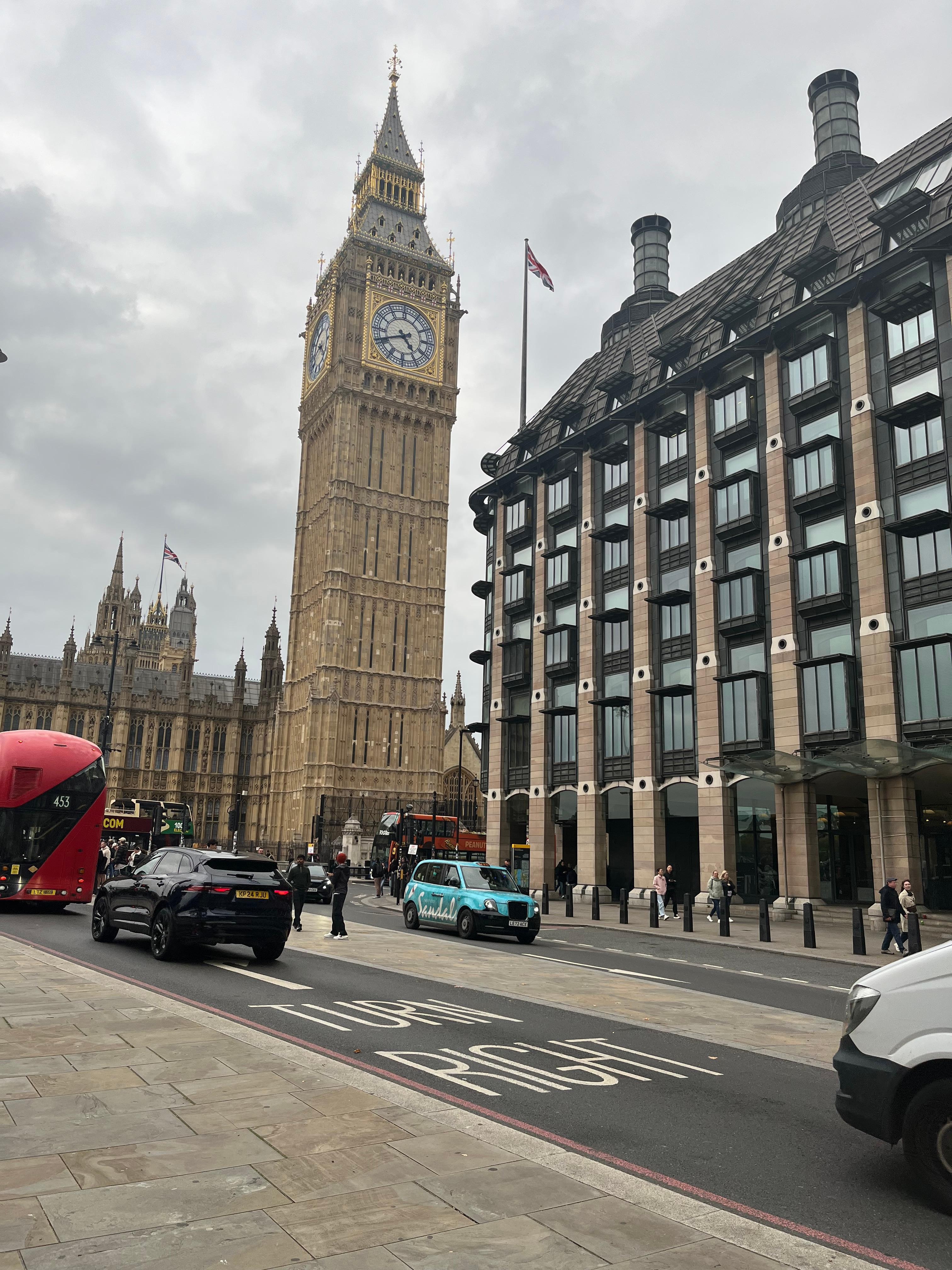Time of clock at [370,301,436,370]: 4:41
